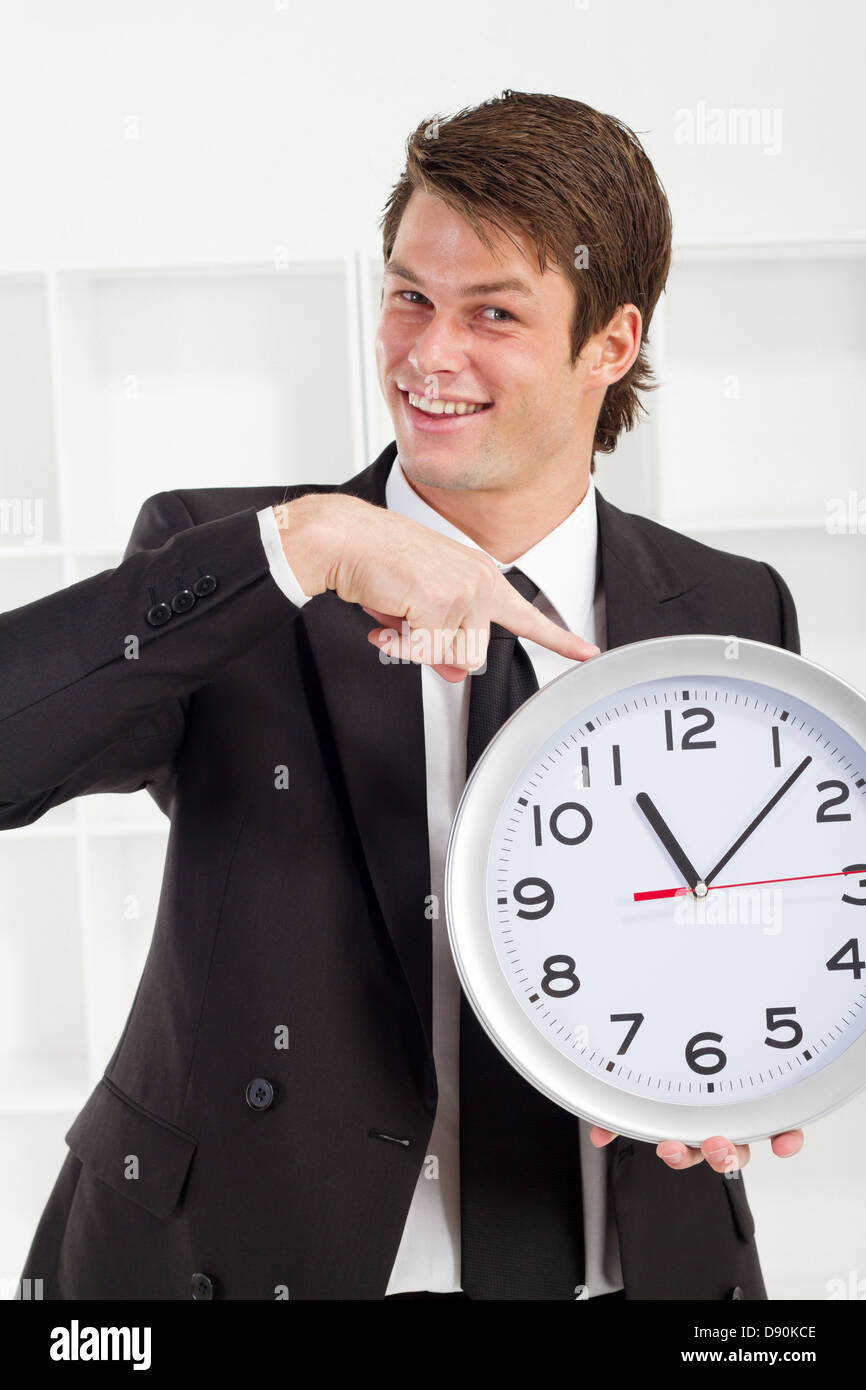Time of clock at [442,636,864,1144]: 11:07
